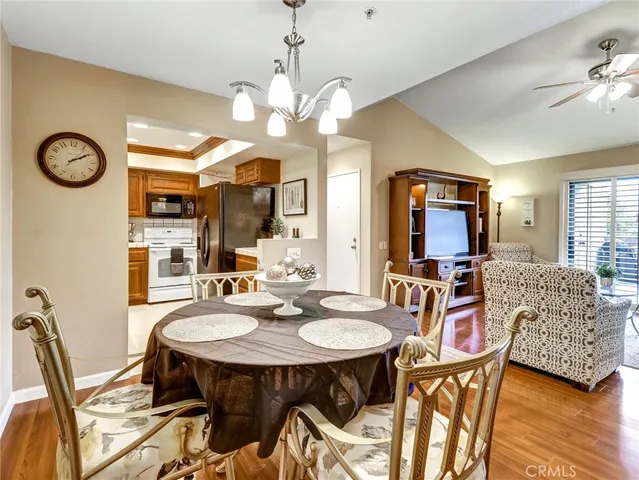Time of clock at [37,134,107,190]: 2:09
